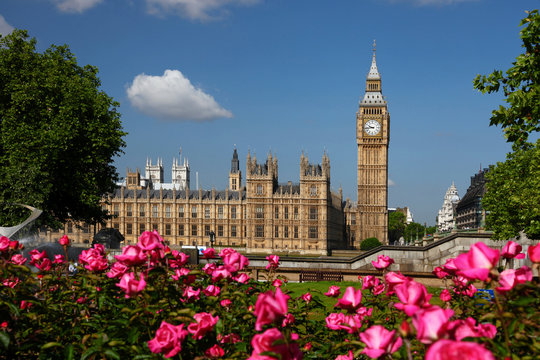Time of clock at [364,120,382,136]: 9:43
